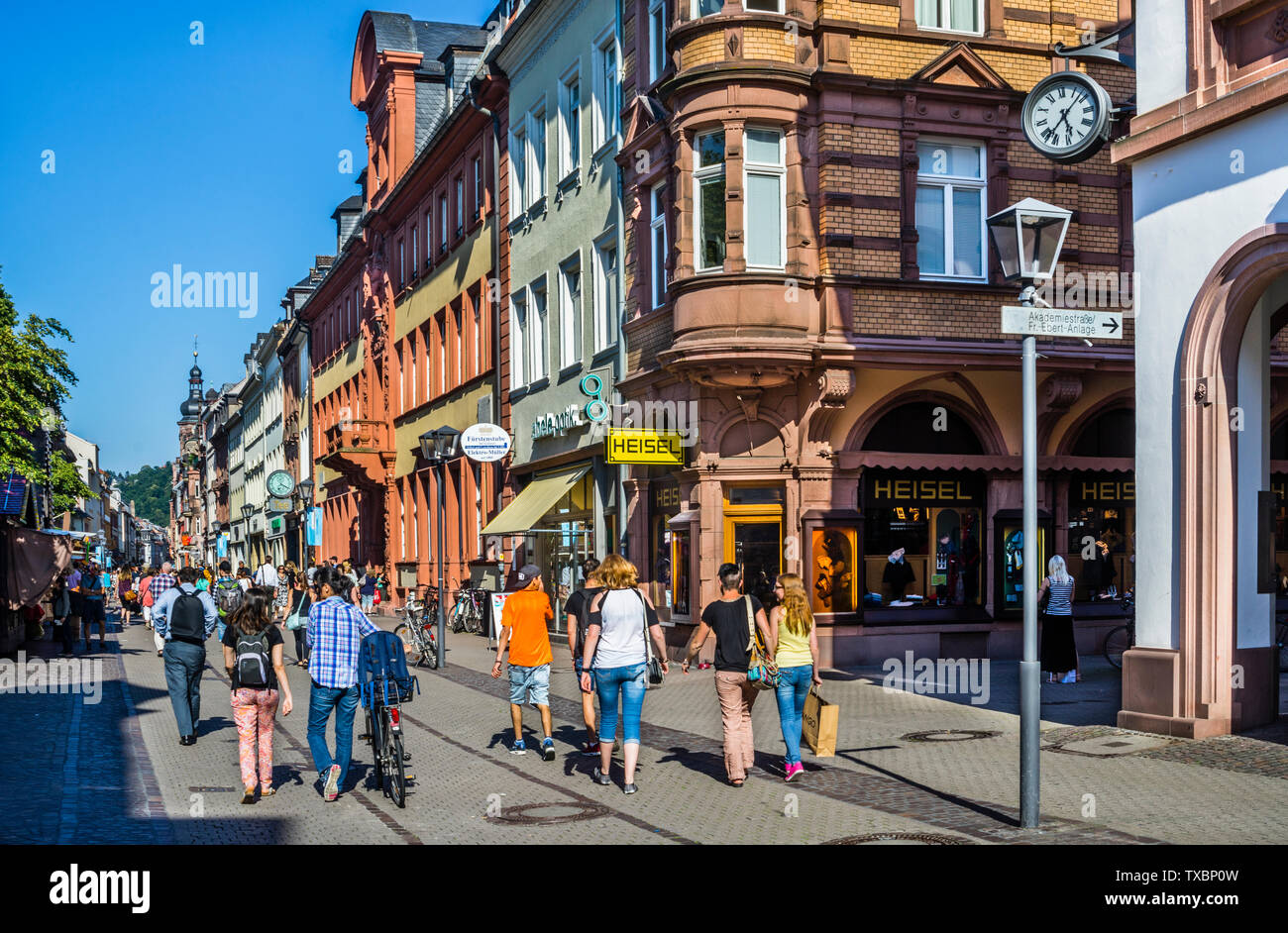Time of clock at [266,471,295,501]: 6:19
